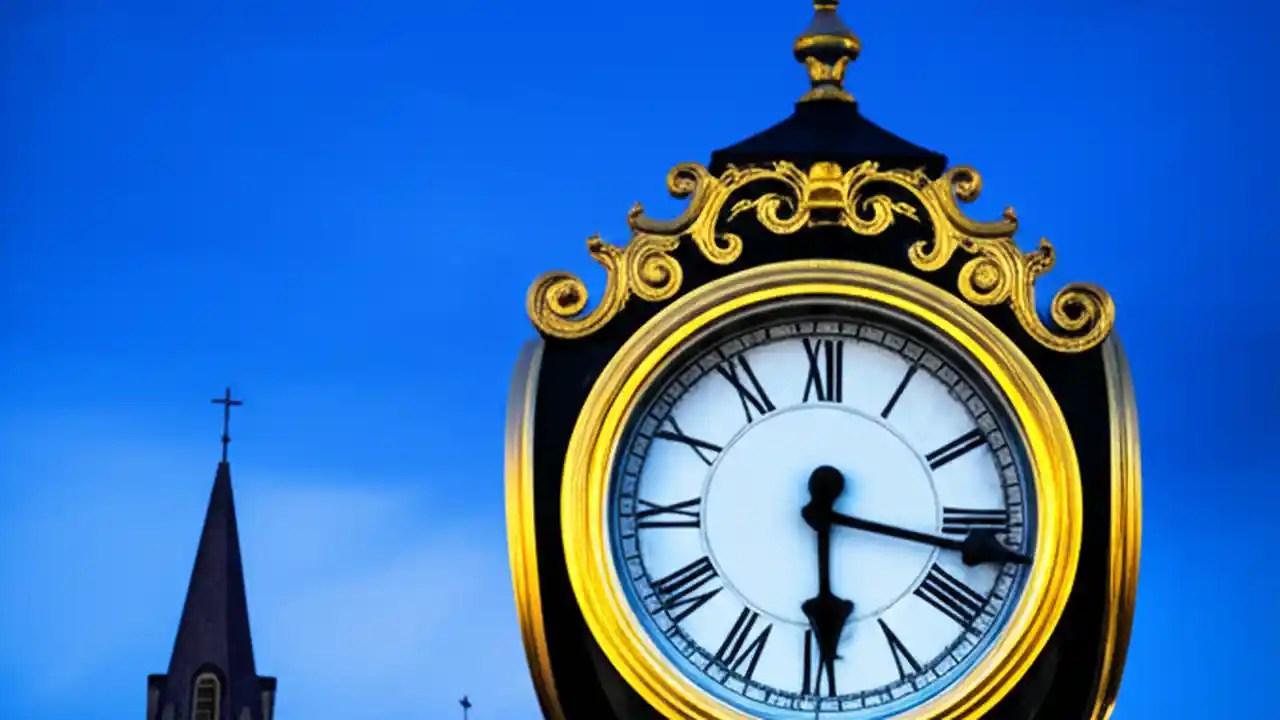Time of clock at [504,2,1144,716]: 3:29
